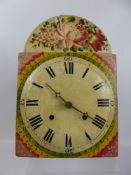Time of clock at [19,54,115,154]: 10:20
